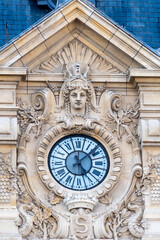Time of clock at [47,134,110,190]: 5:08
